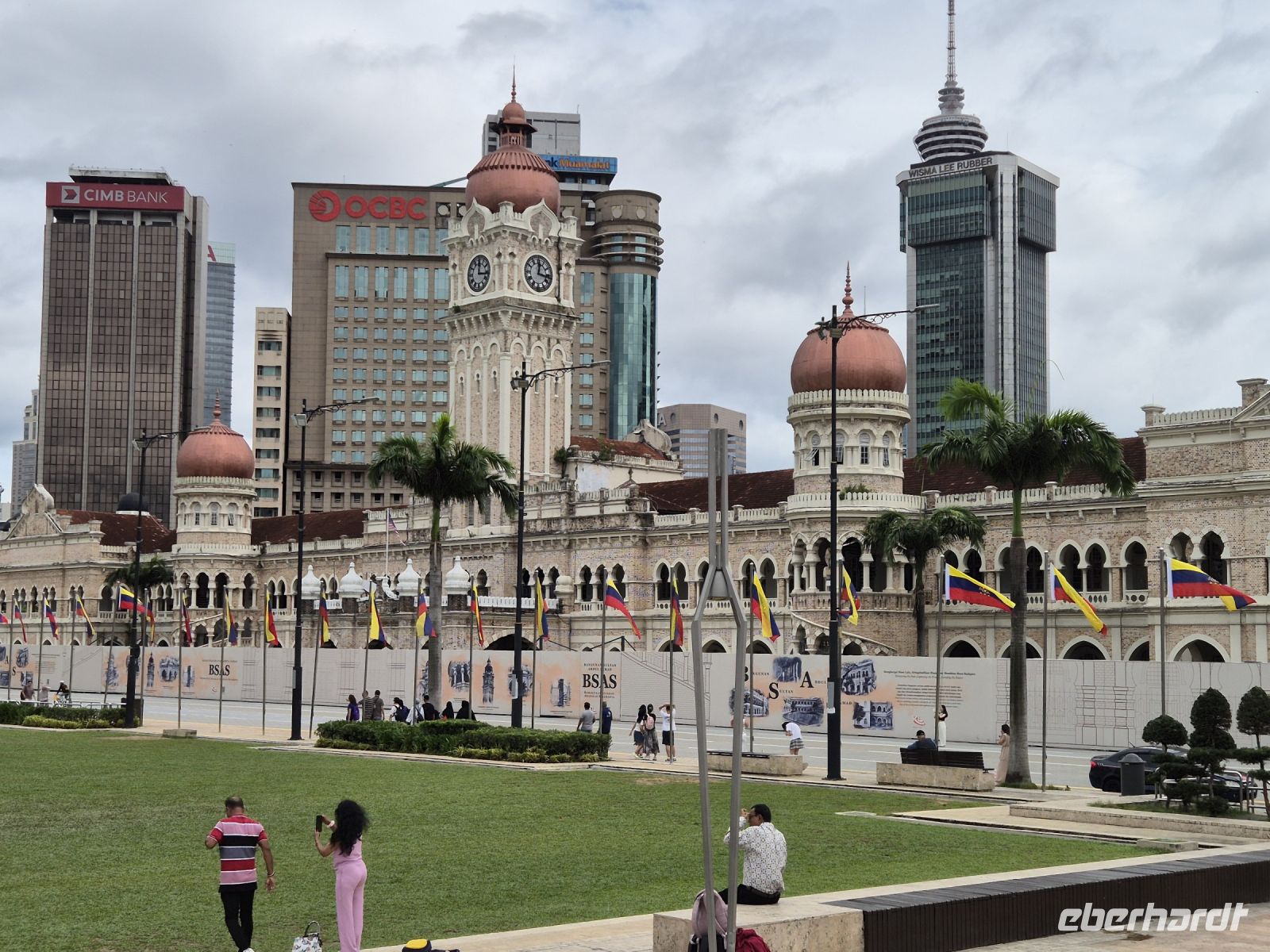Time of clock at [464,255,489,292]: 12:16
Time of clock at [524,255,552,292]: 12:16
